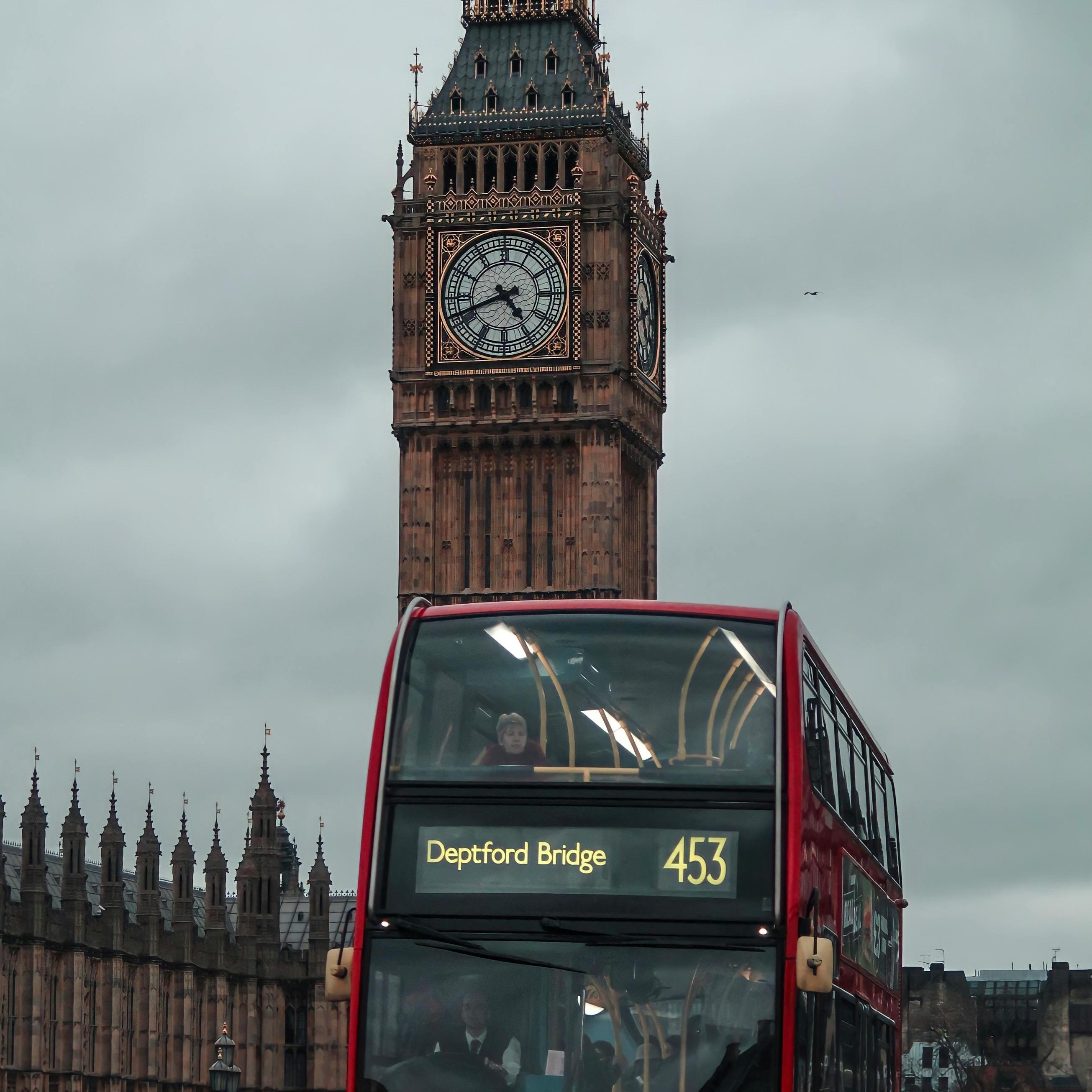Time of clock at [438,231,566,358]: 4:41
